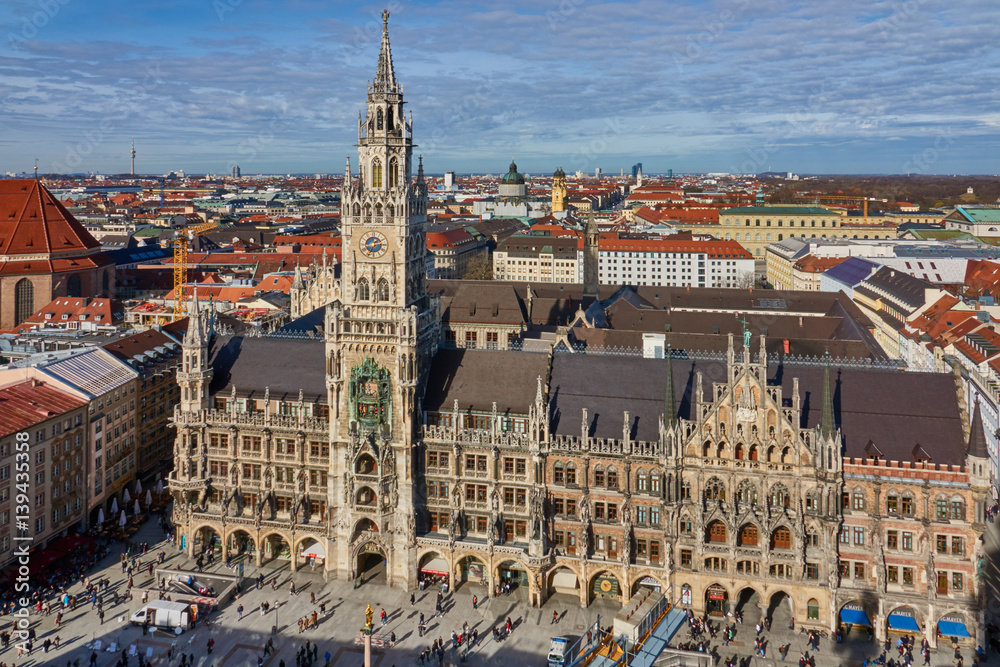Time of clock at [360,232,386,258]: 1:34
